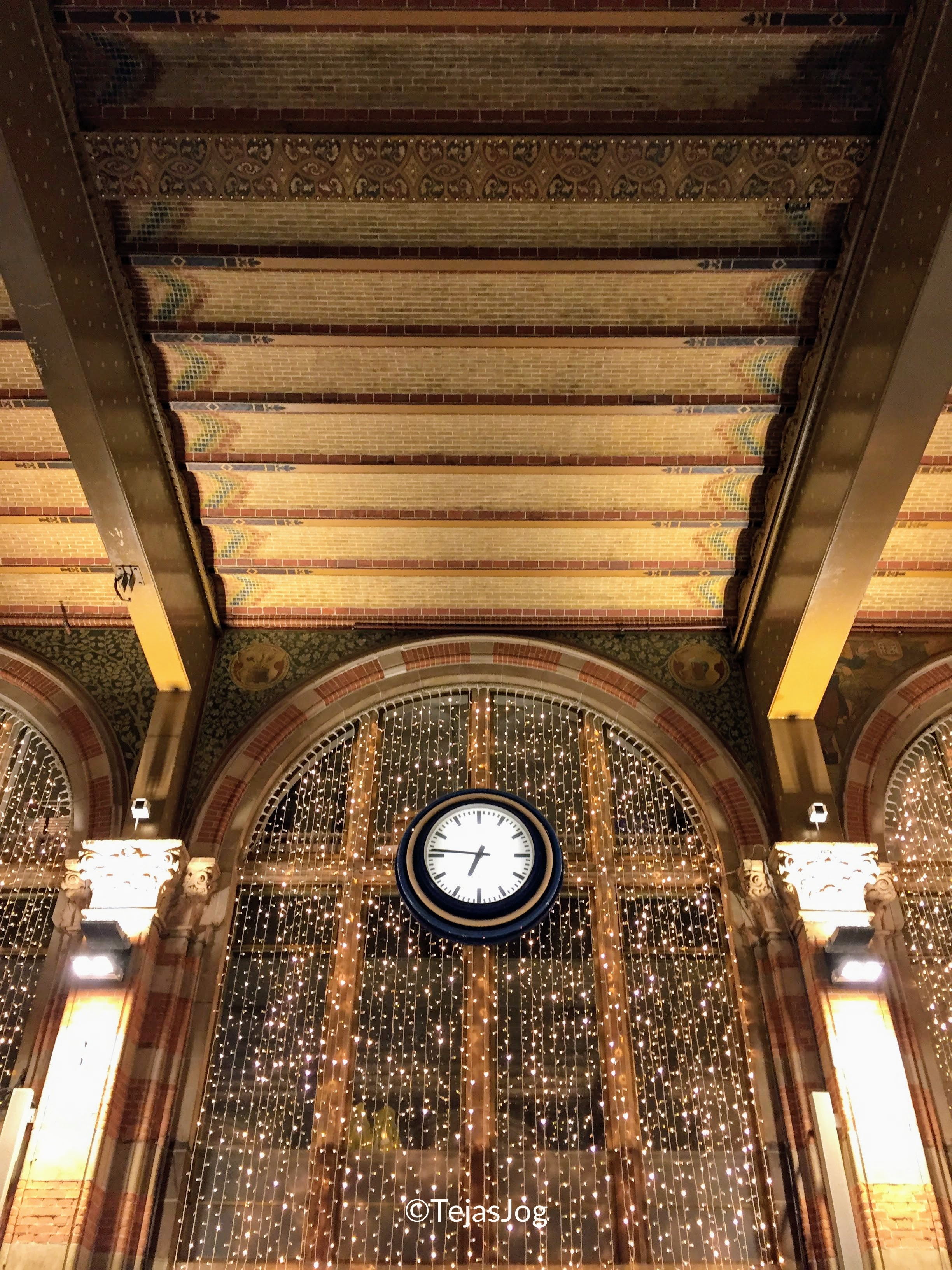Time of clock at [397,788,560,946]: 6:46
